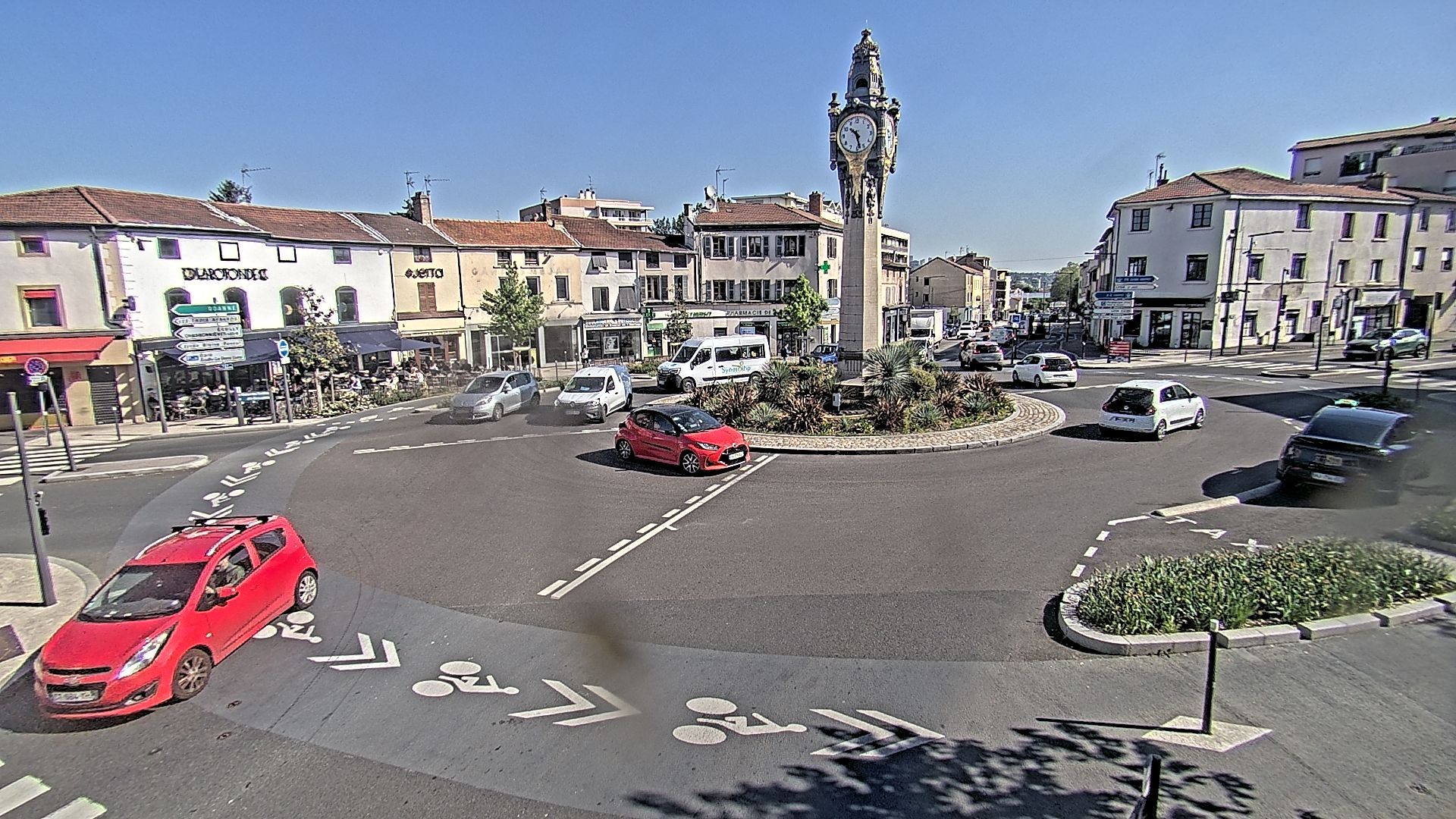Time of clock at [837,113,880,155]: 10:28
